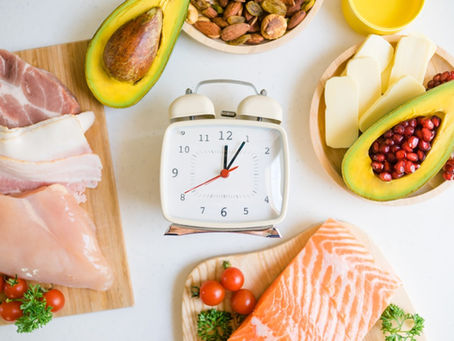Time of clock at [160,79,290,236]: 12:05
